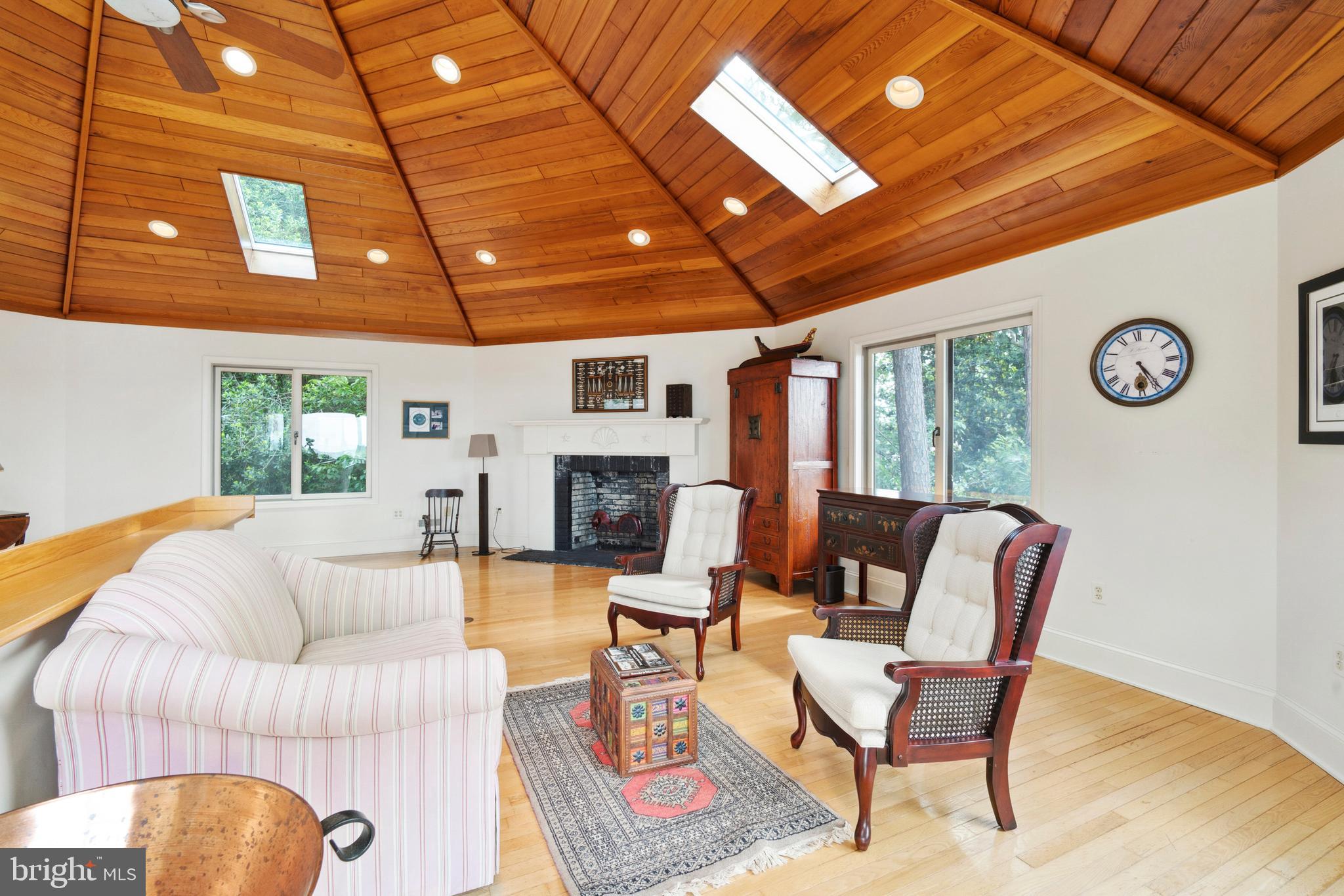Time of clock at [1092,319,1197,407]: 5:24
